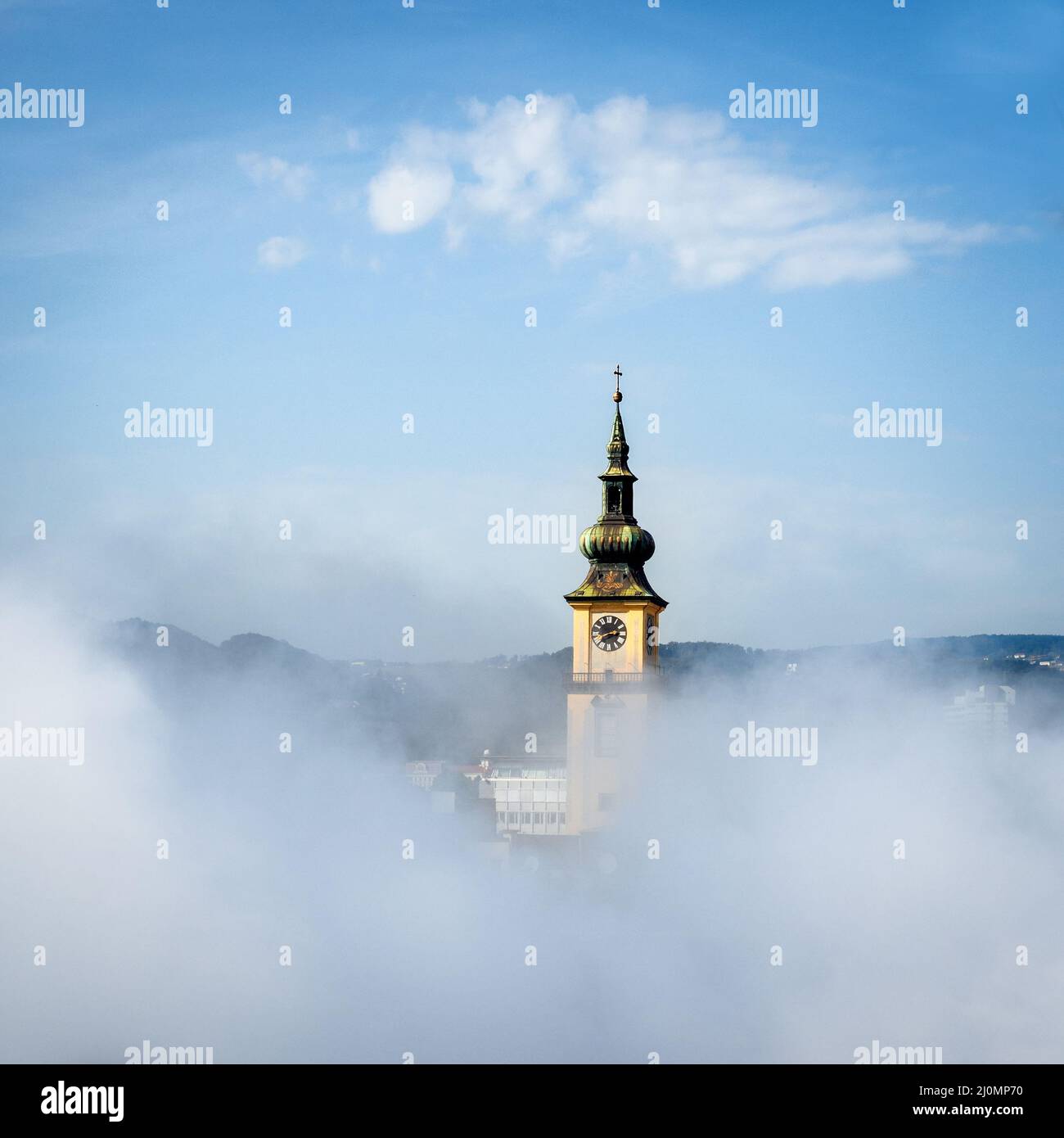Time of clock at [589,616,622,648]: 2:40
